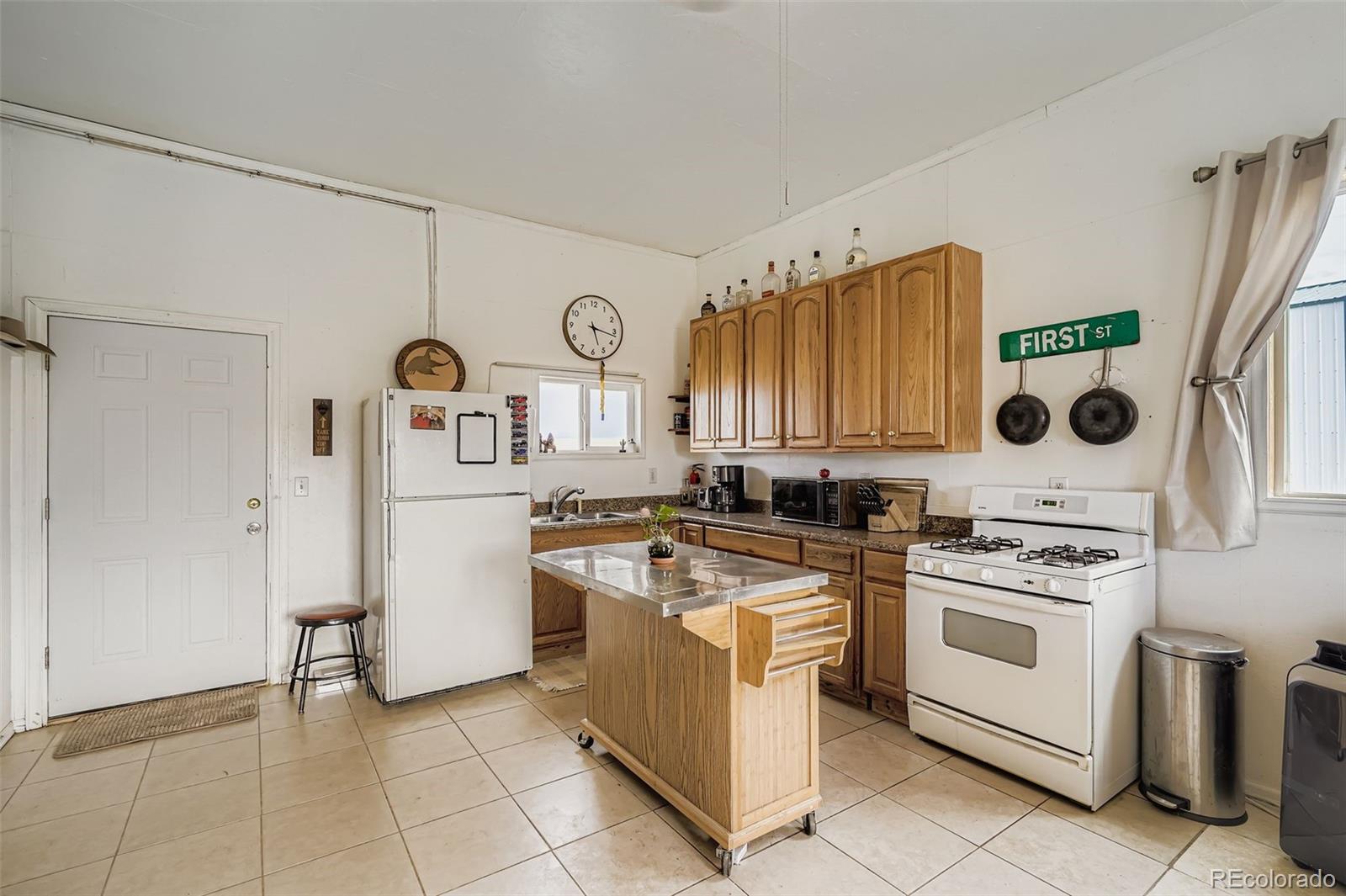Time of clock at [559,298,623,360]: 5:16
